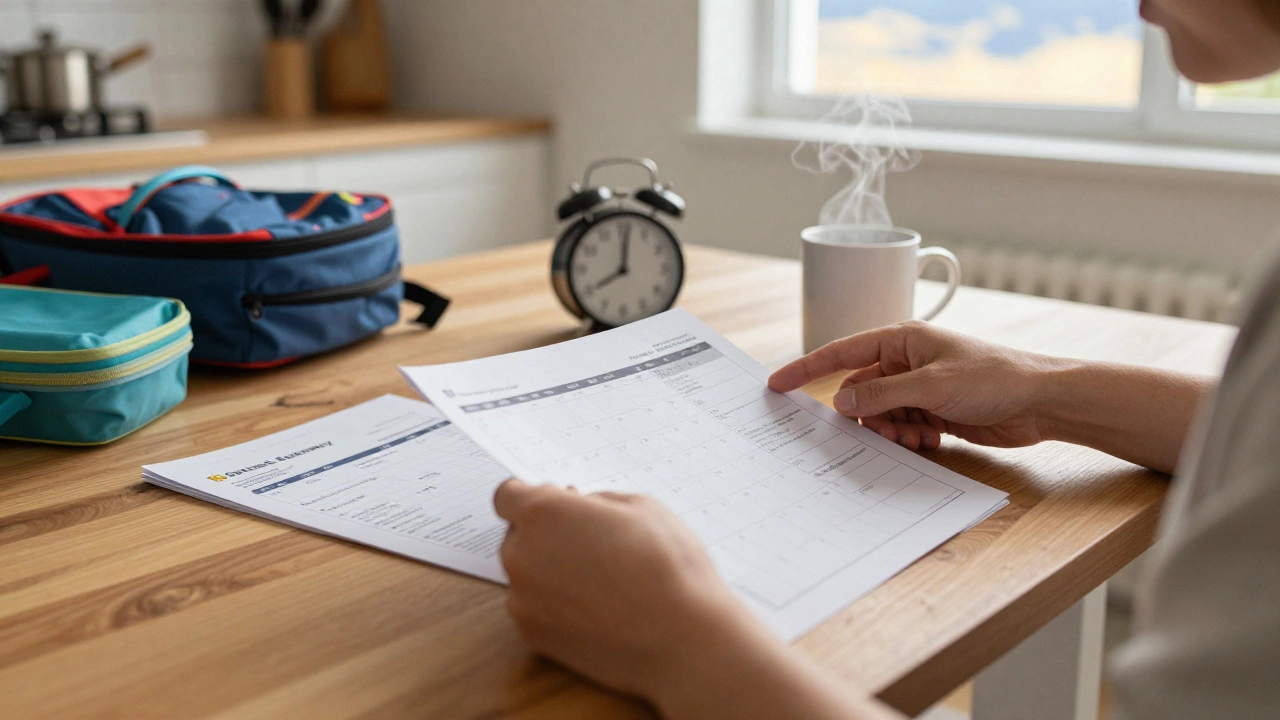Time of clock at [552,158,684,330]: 8:01
